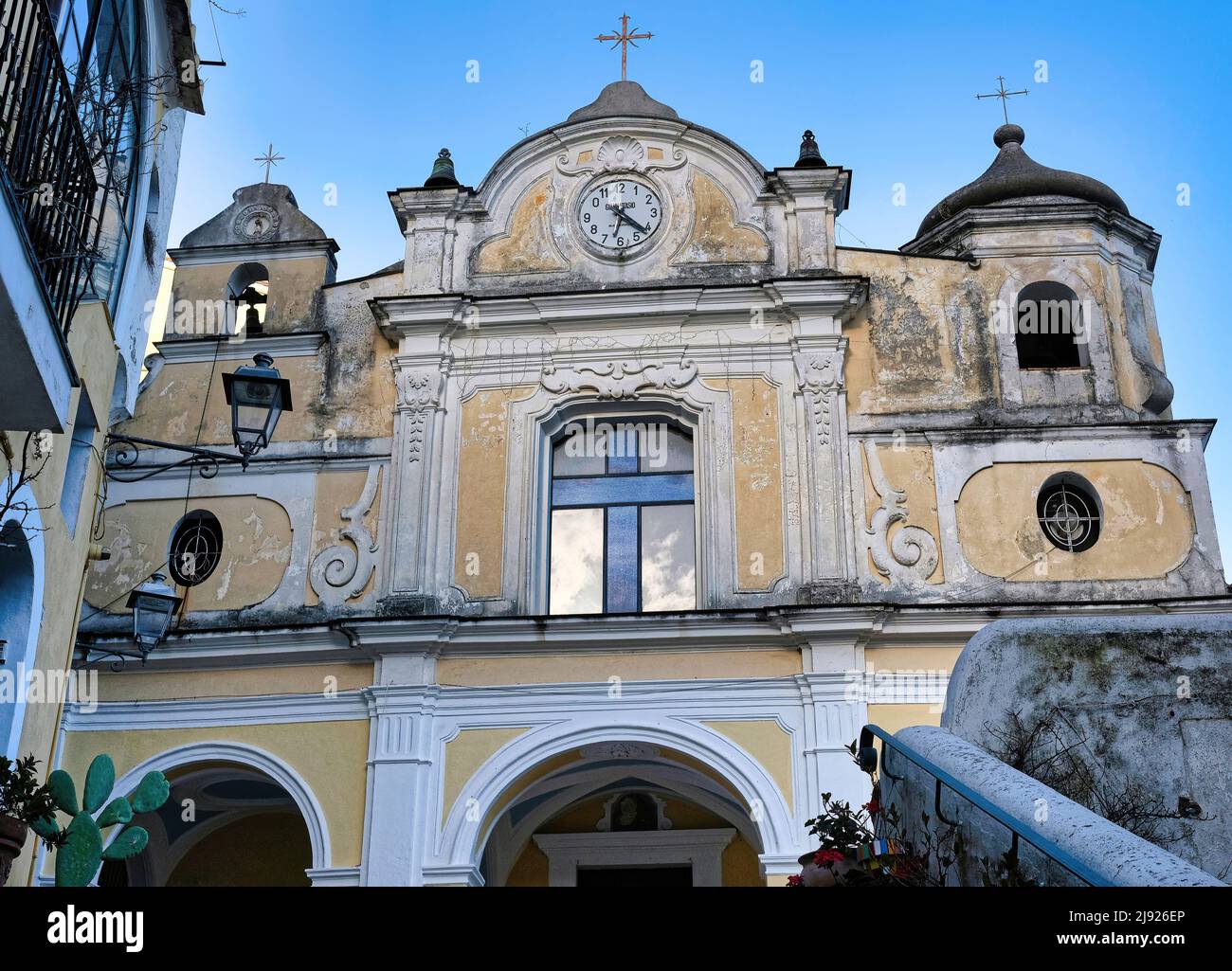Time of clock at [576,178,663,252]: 6:21
